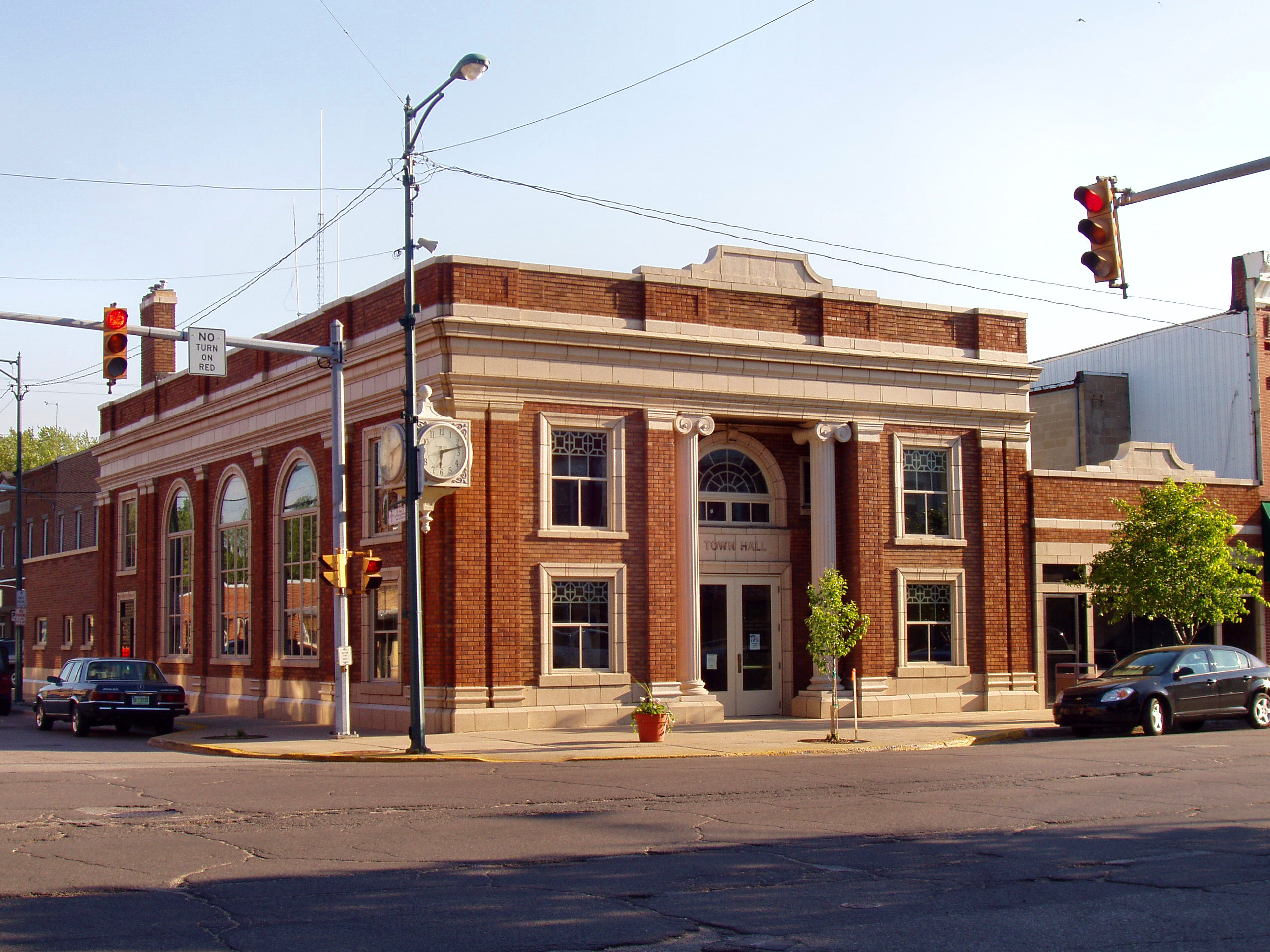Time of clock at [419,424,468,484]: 6:12
